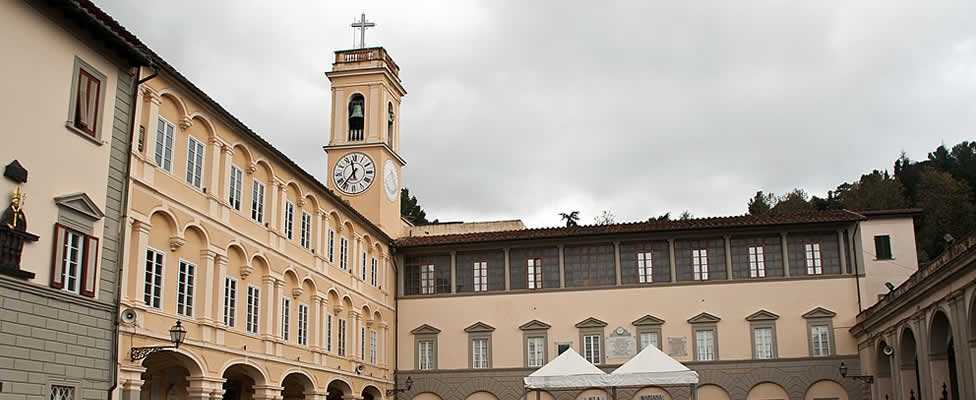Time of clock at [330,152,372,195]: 11:36
